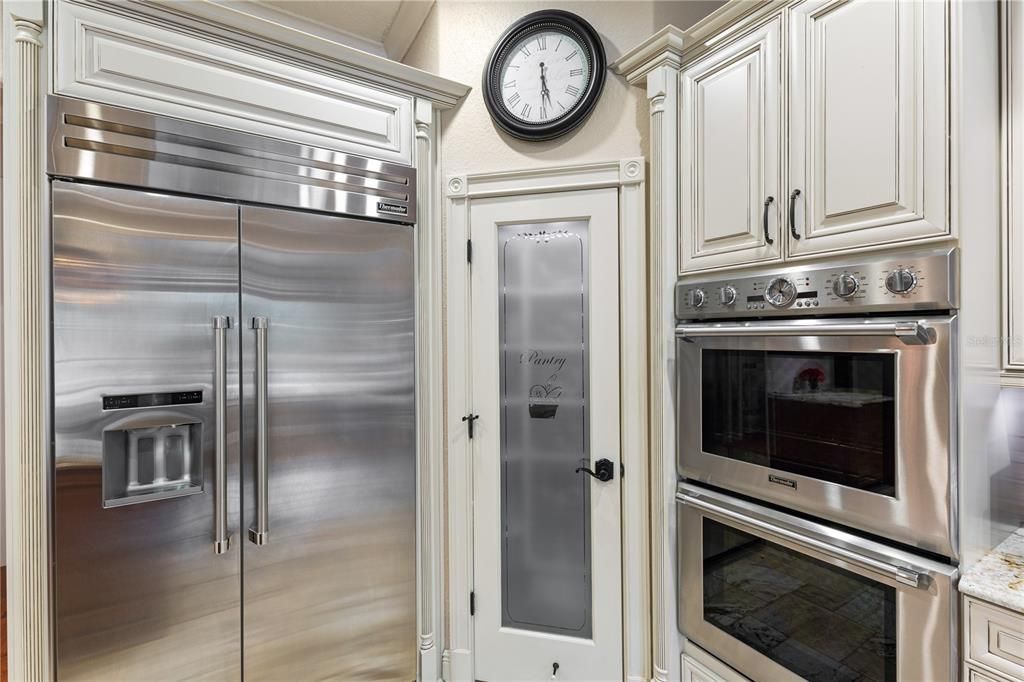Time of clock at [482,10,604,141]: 5:29
